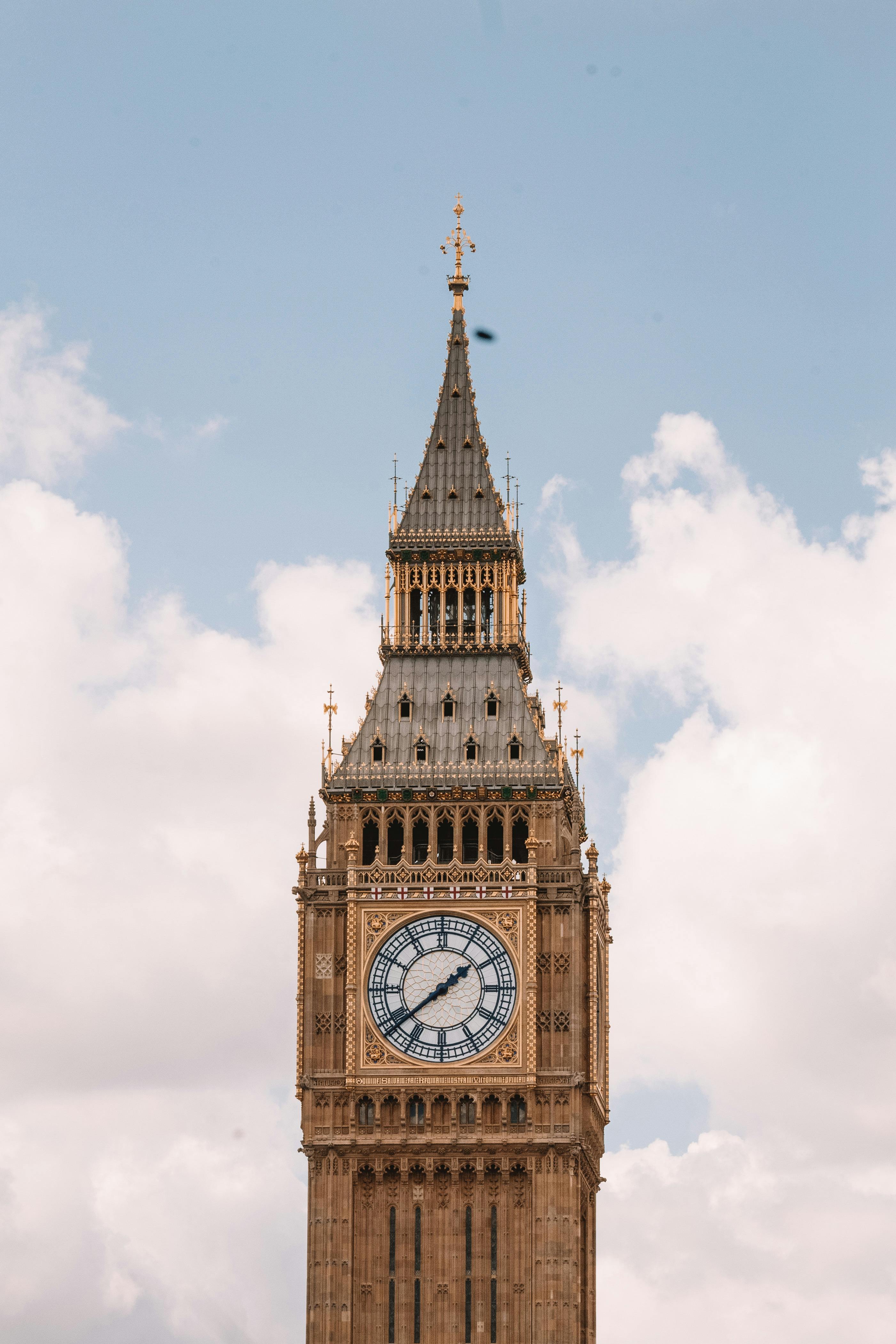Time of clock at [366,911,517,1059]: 1:38
